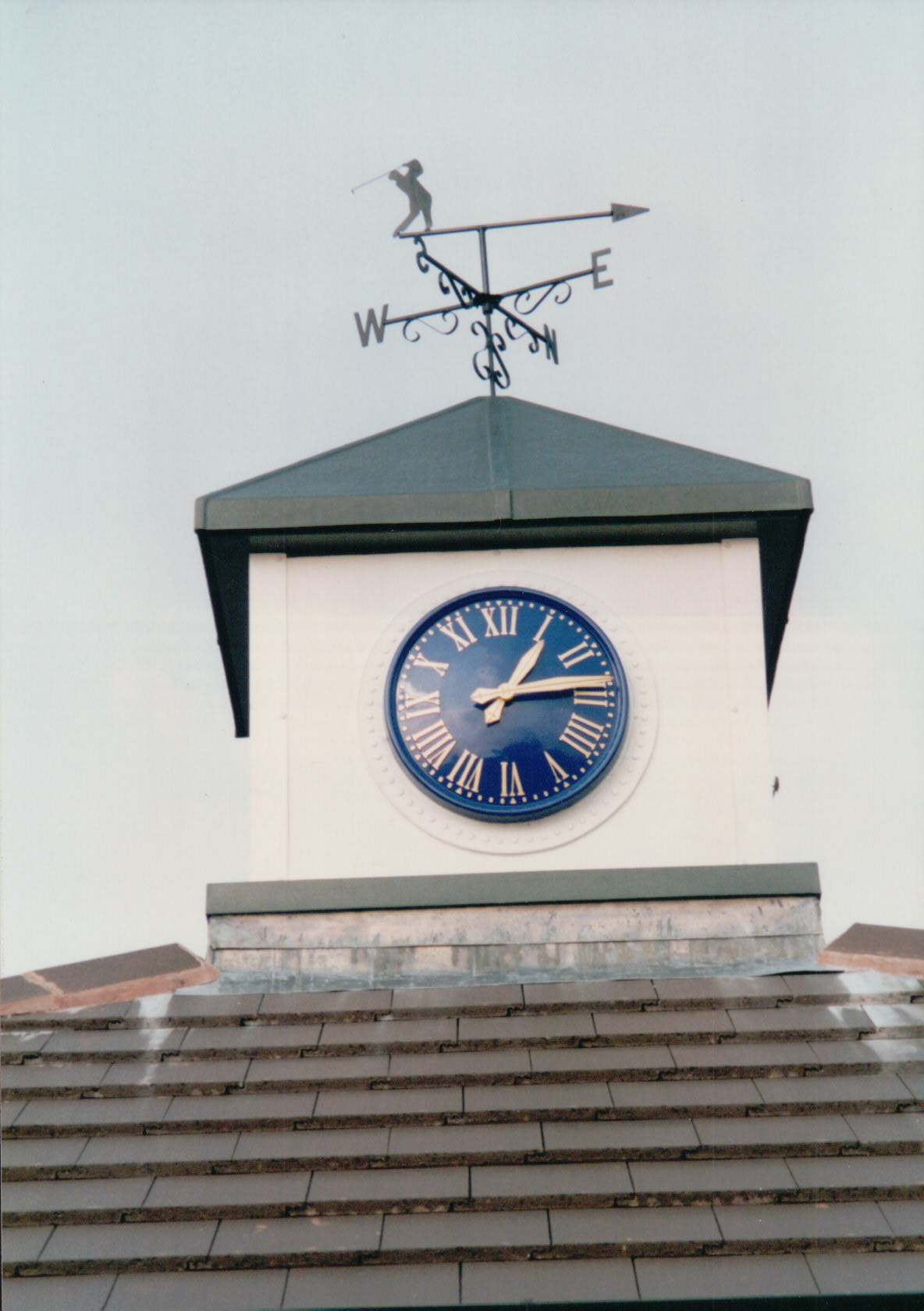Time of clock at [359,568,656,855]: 1:13
